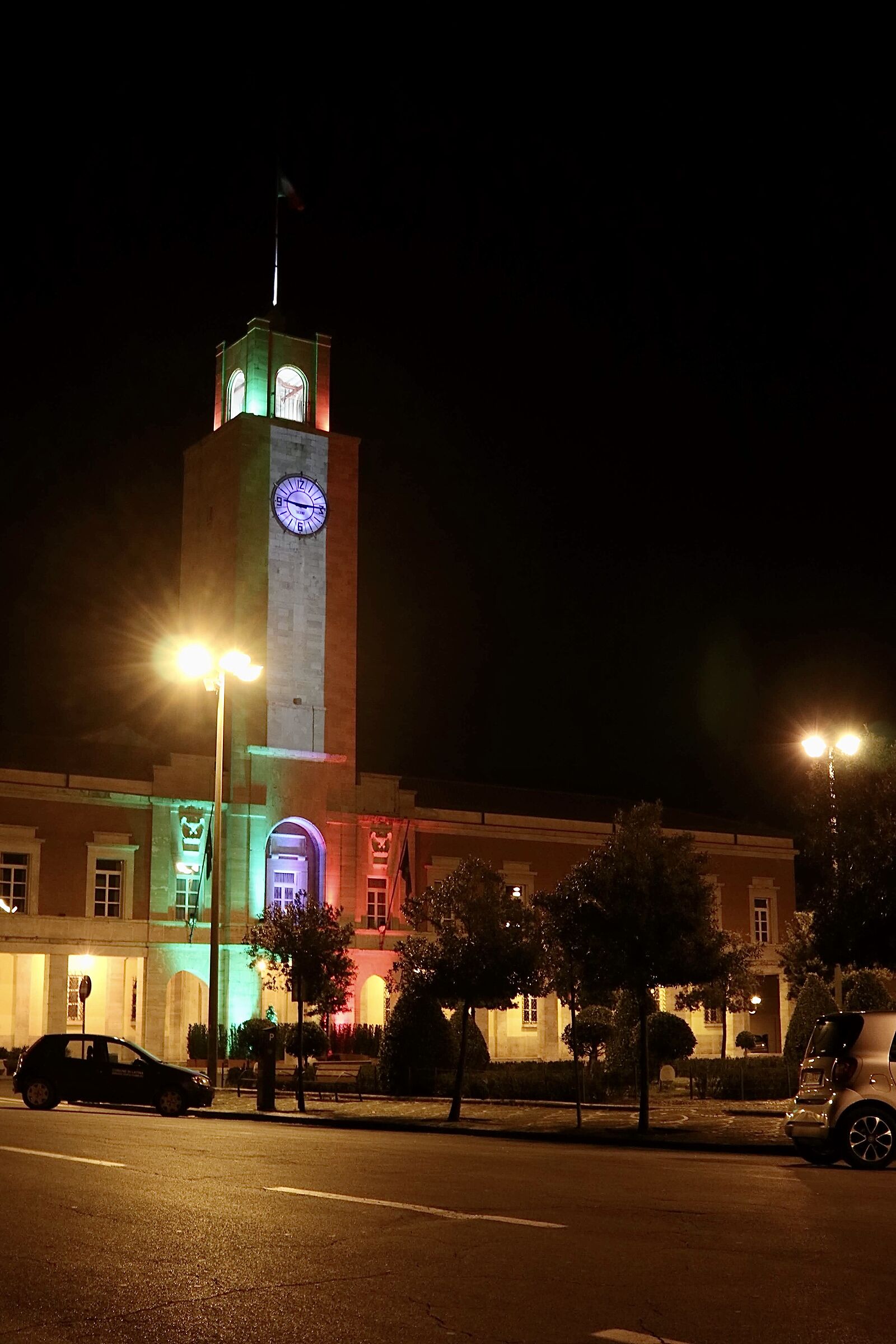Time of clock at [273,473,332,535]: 9:14
